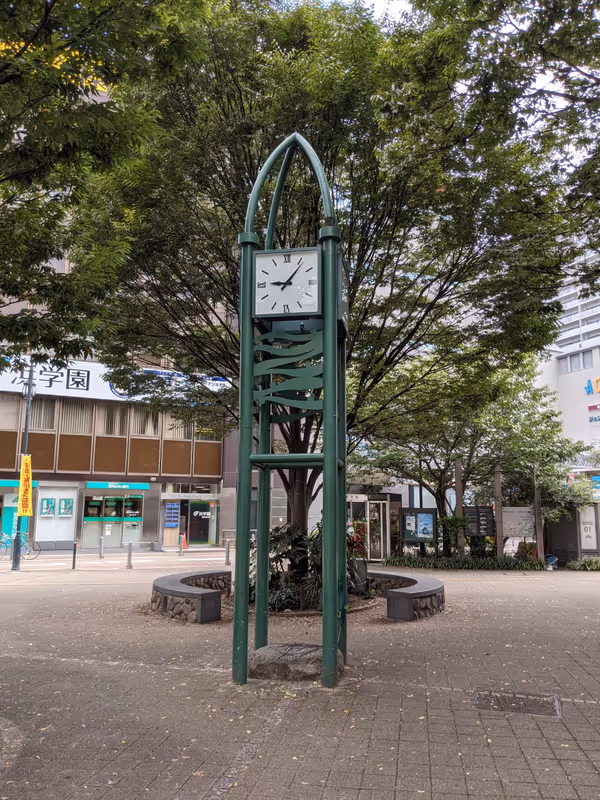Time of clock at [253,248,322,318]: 9:06
